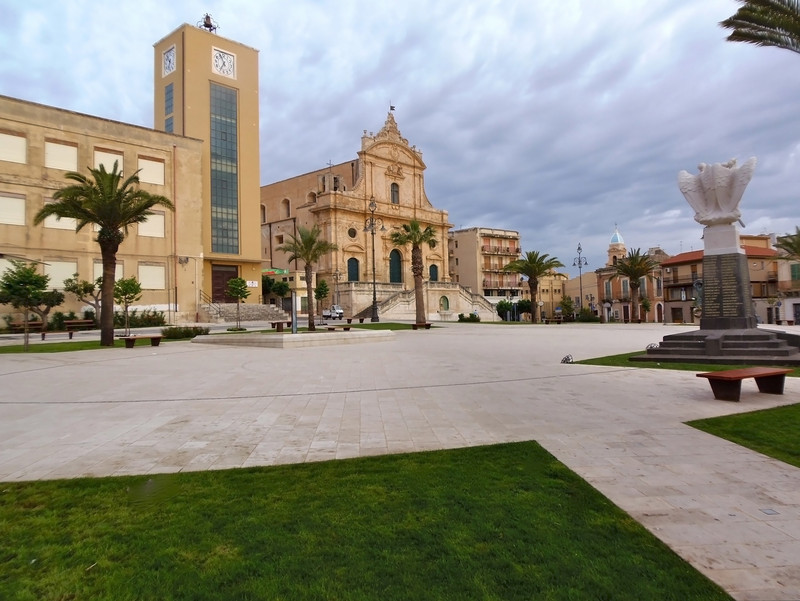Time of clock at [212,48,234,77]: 6:55
